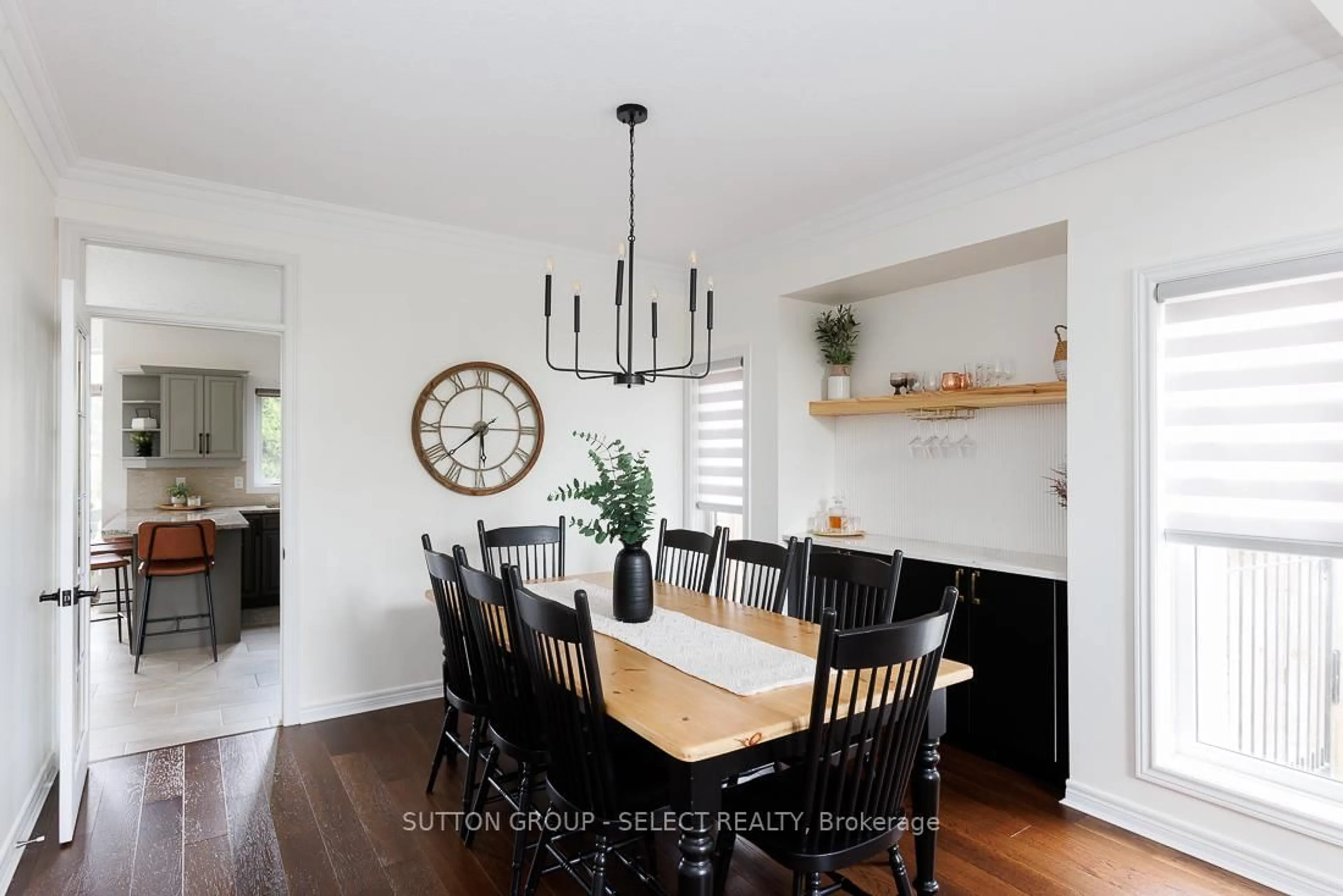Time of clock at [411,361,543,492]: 5:38
